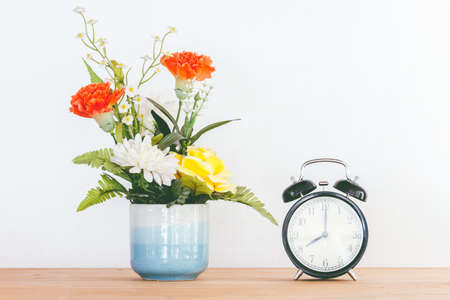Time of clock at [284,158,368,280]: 8:01
